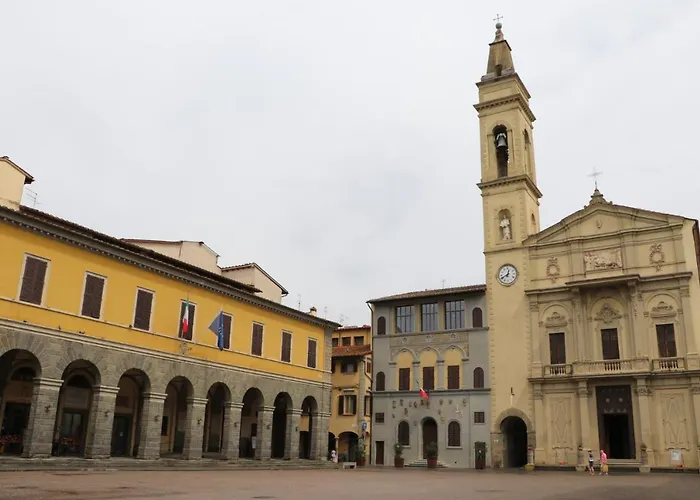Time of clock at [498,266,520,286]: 12:40
